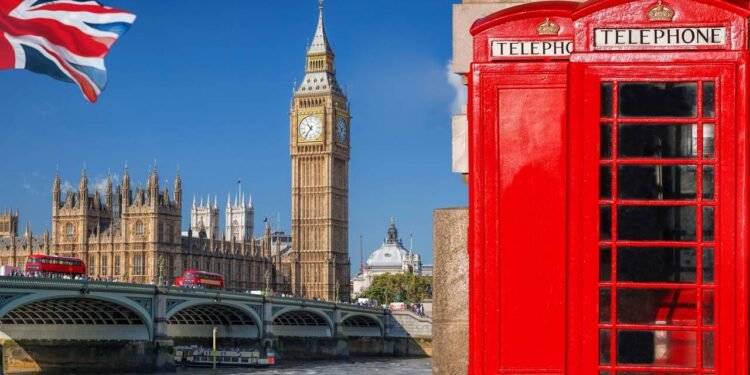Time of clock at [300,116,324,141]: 10:36
